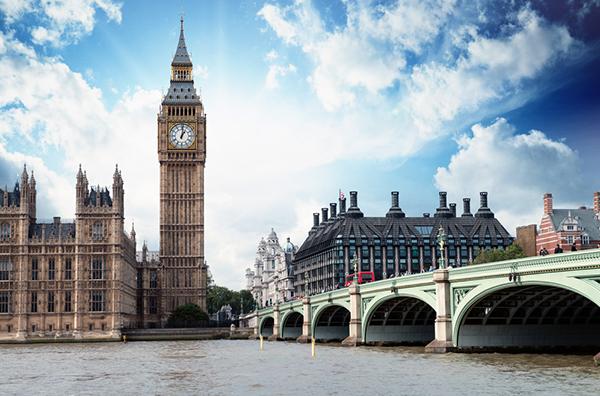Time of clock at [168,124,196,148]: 1:01
